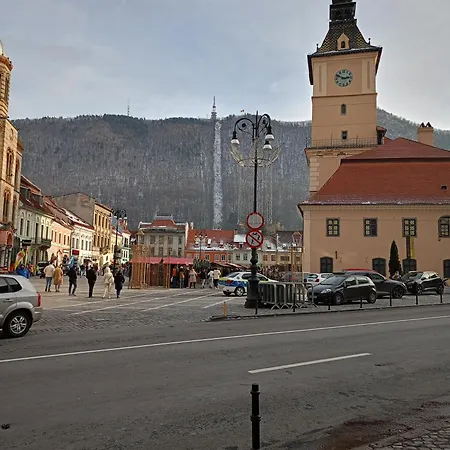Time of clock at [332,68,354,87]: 2:49
